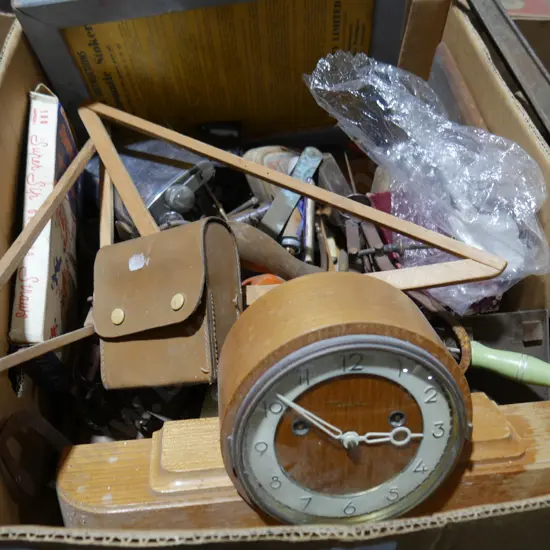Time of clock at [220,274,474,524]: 2:51
